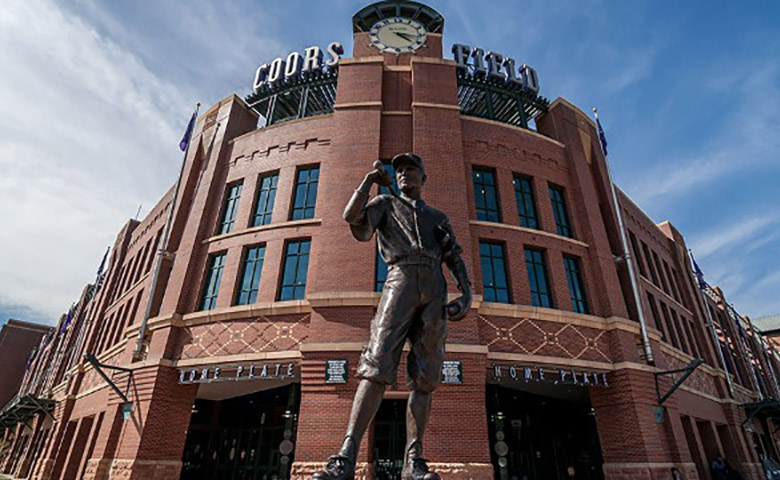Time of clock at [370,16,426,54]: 4:16
